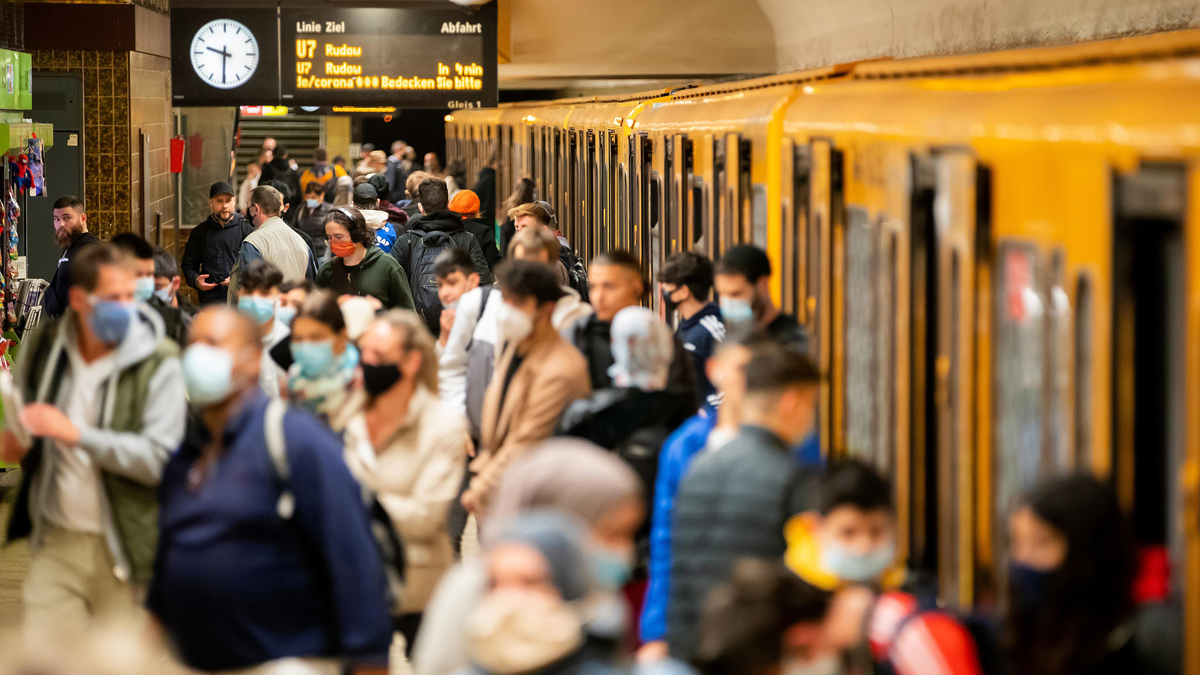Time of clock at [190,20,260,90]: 9:30
